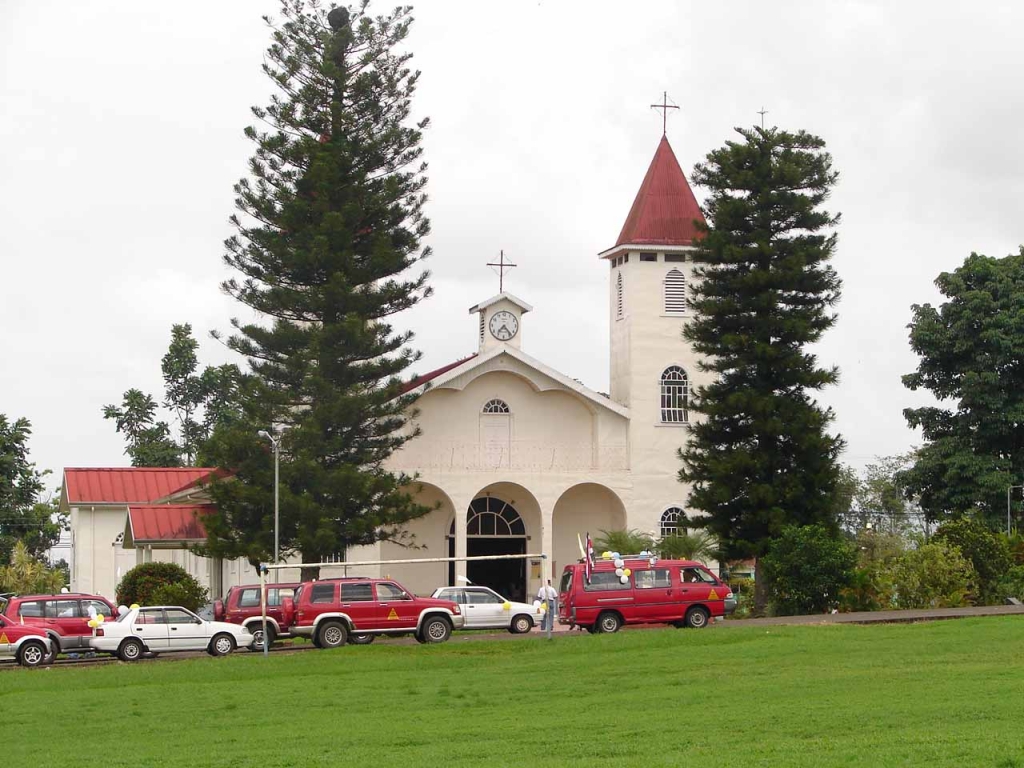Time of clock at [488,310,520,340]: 7:23
